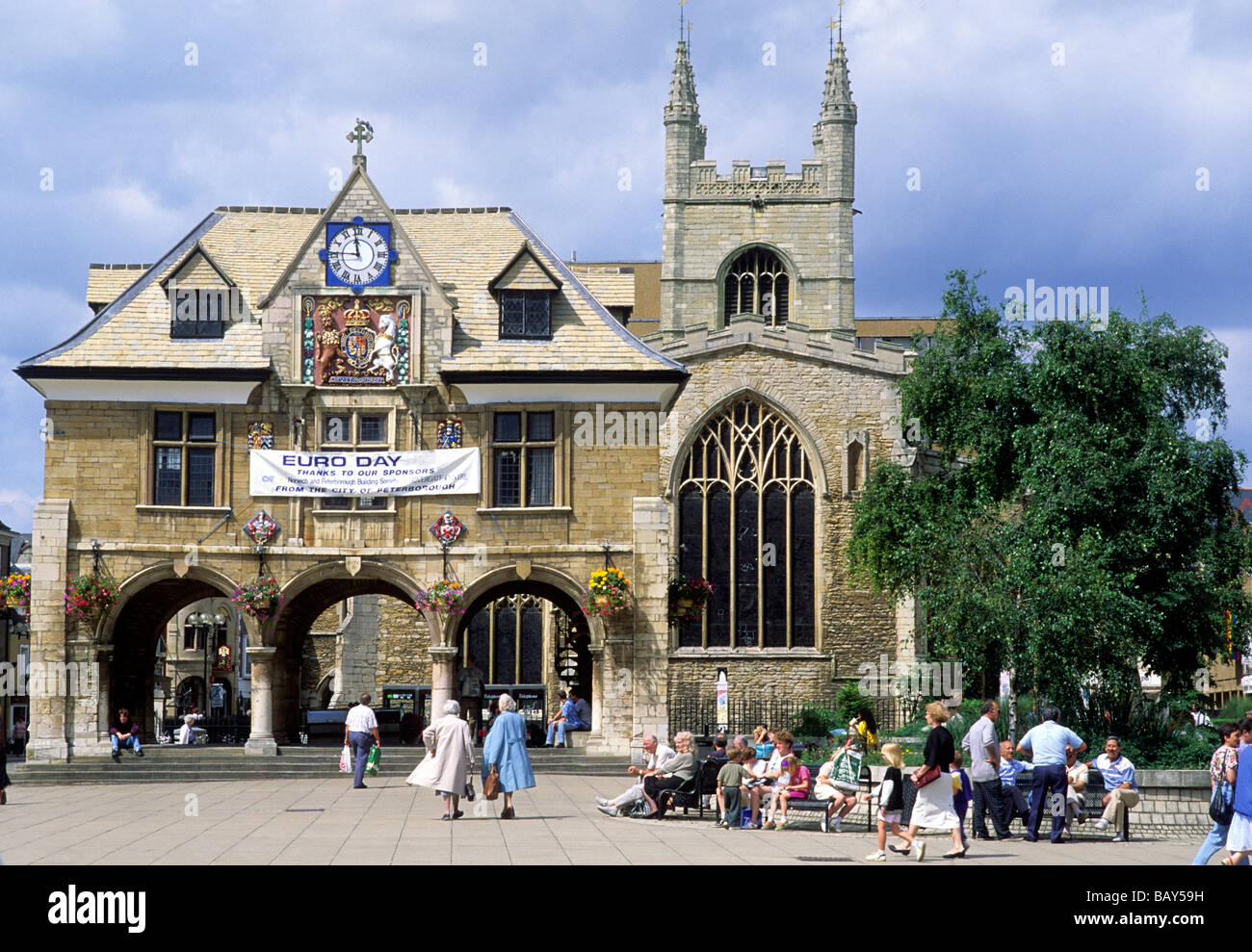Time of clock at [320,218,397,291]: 11:45
